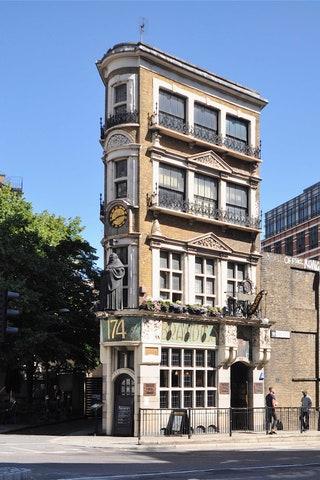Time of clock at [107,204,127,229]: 8:12
